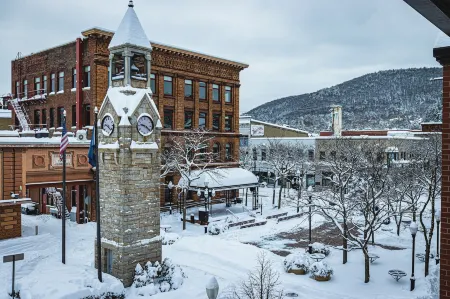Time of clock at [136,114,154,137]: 9:20
